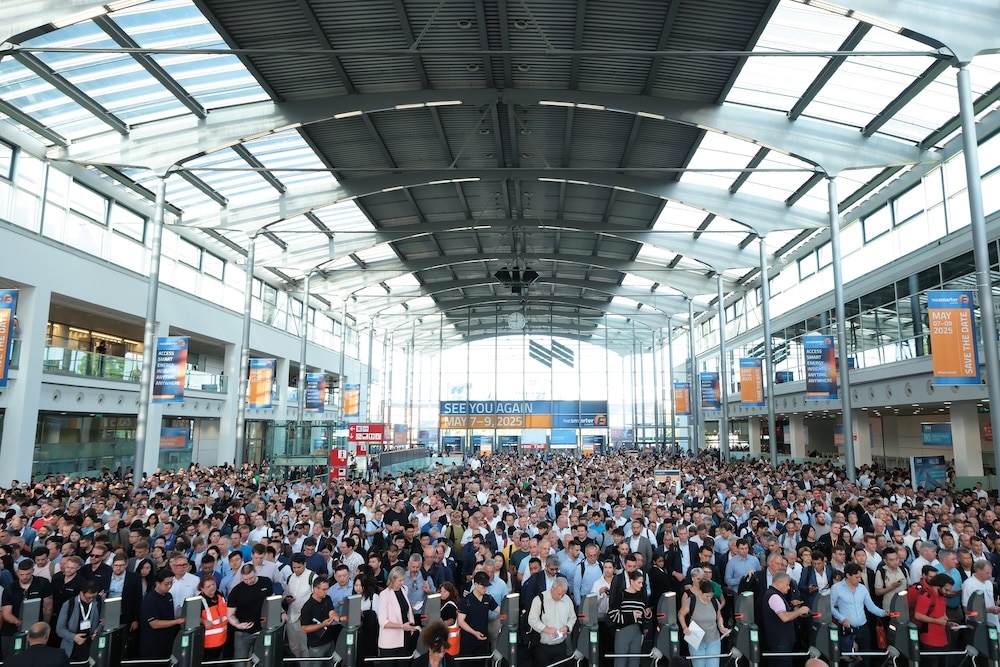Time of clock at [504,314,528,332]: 9:01
